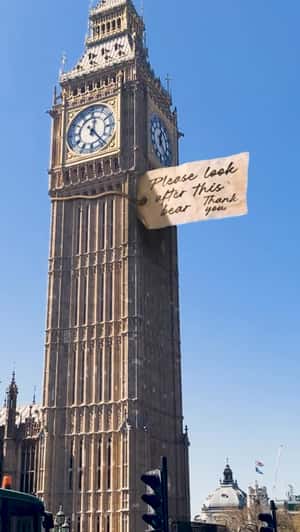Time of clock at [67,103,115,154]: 12:23
